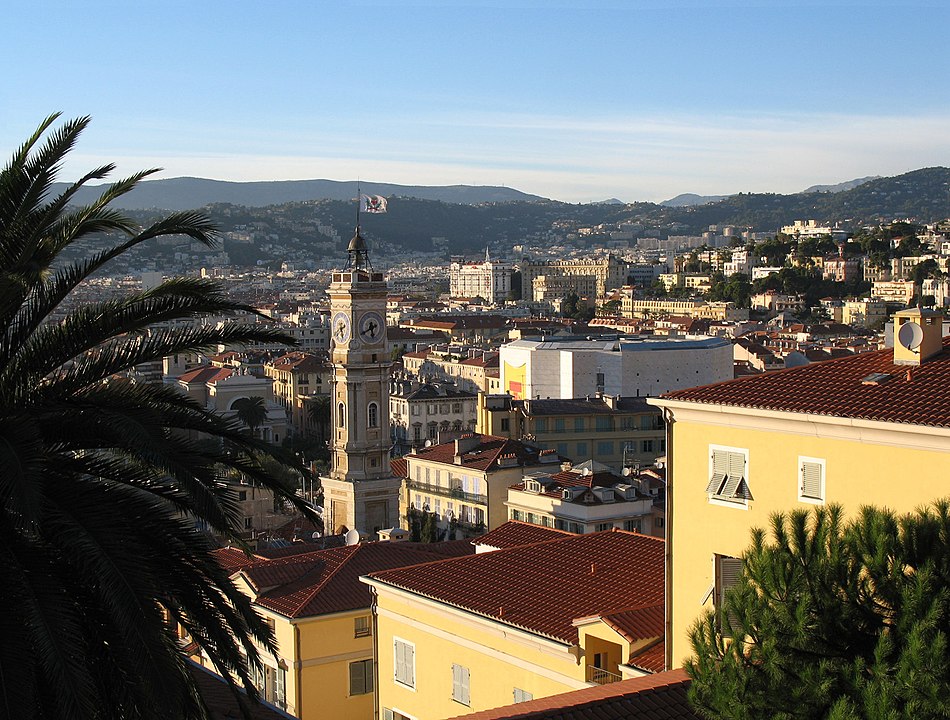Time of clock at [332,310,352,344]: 5:40
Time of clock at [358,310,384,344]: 5:40
